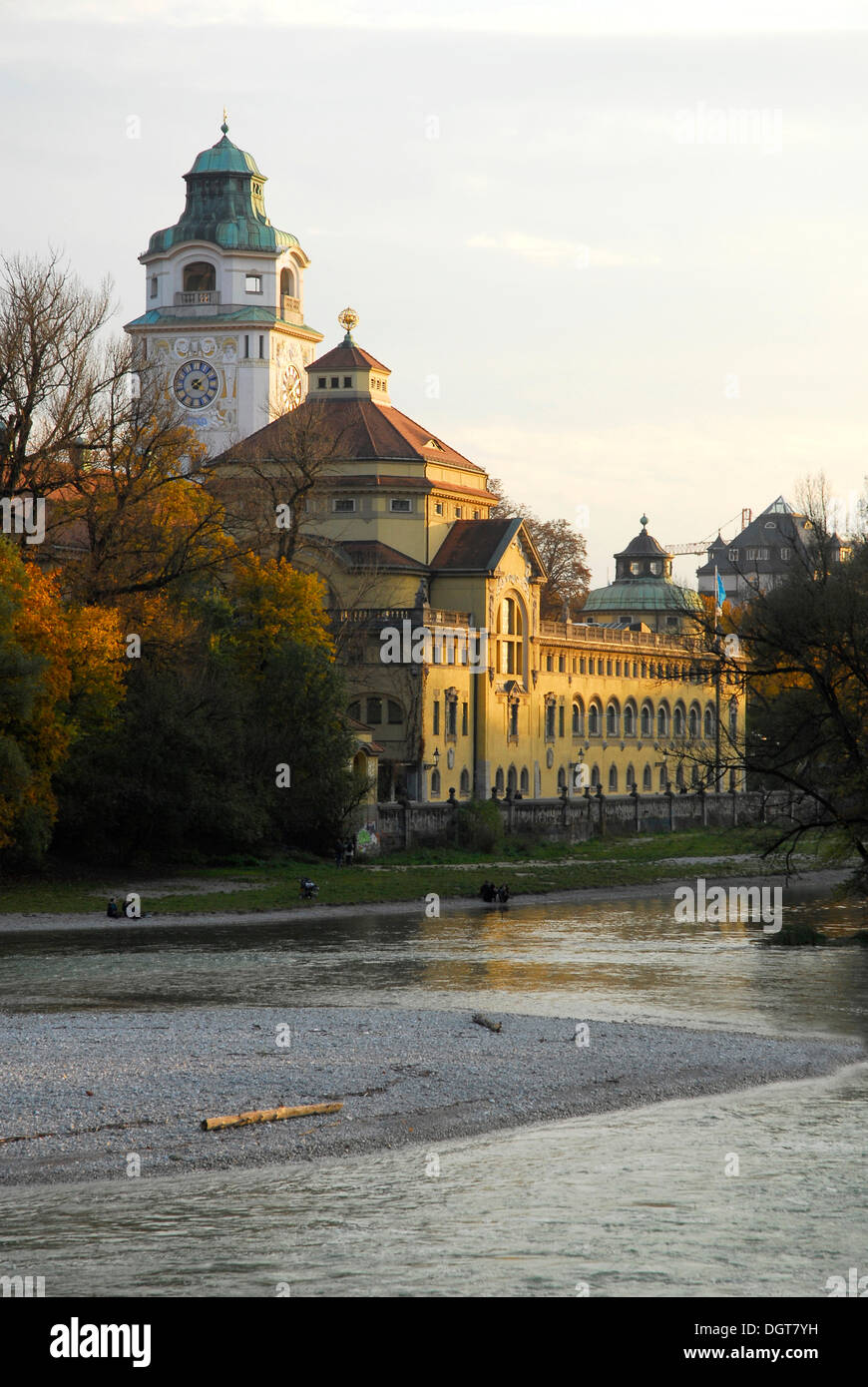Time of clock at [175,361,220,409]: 4:09
